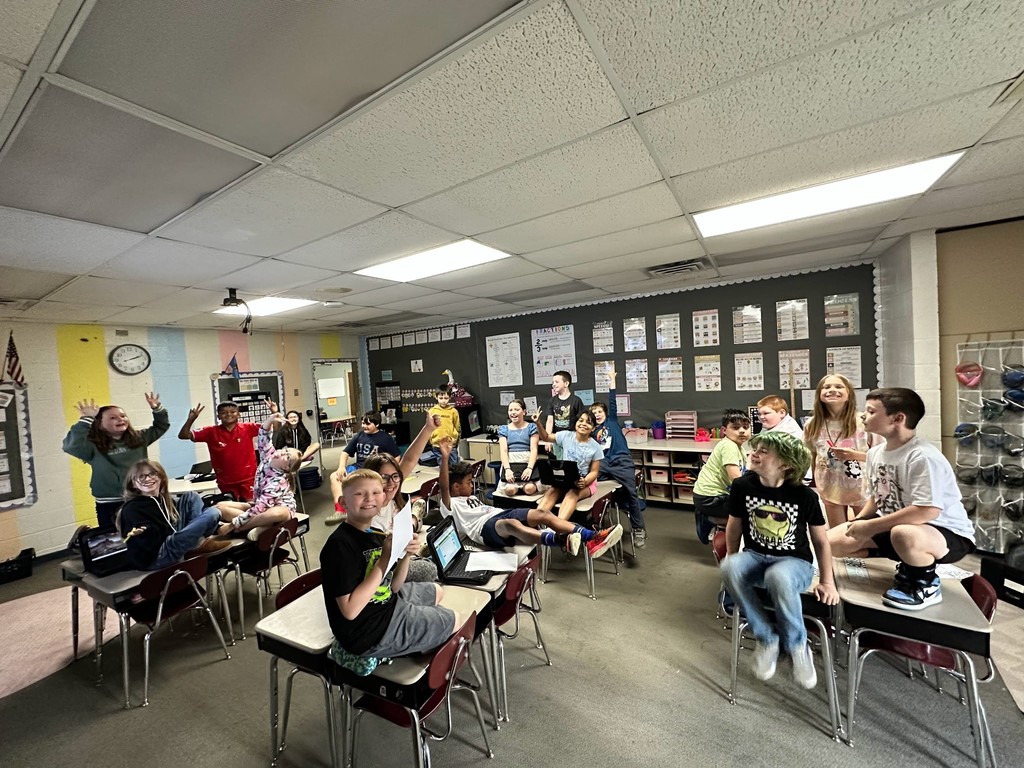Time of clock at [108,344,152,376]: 2:11
